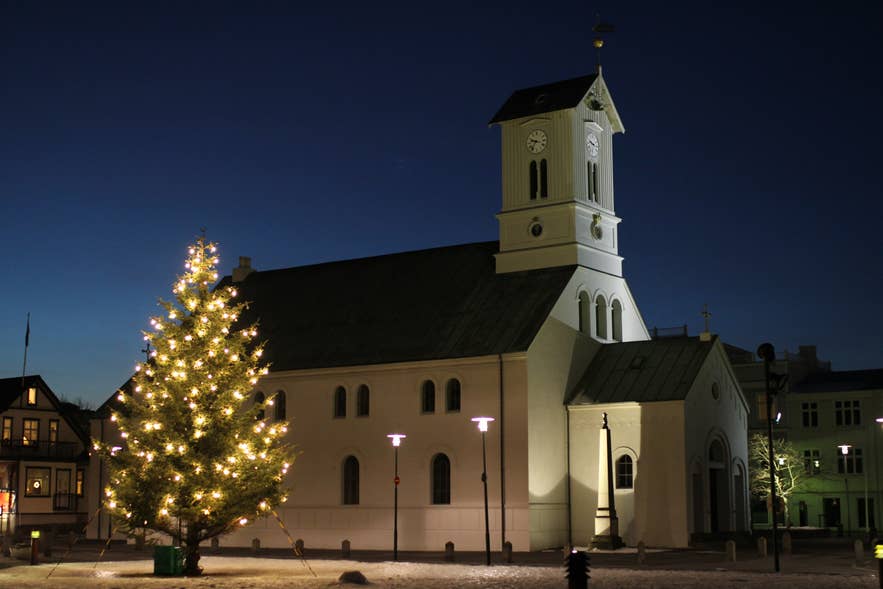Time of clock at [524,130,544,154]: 9:36
